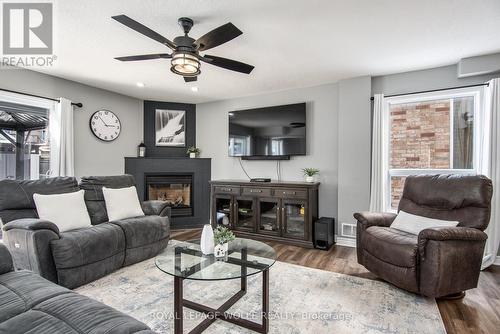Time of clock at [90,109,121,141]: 2:52
